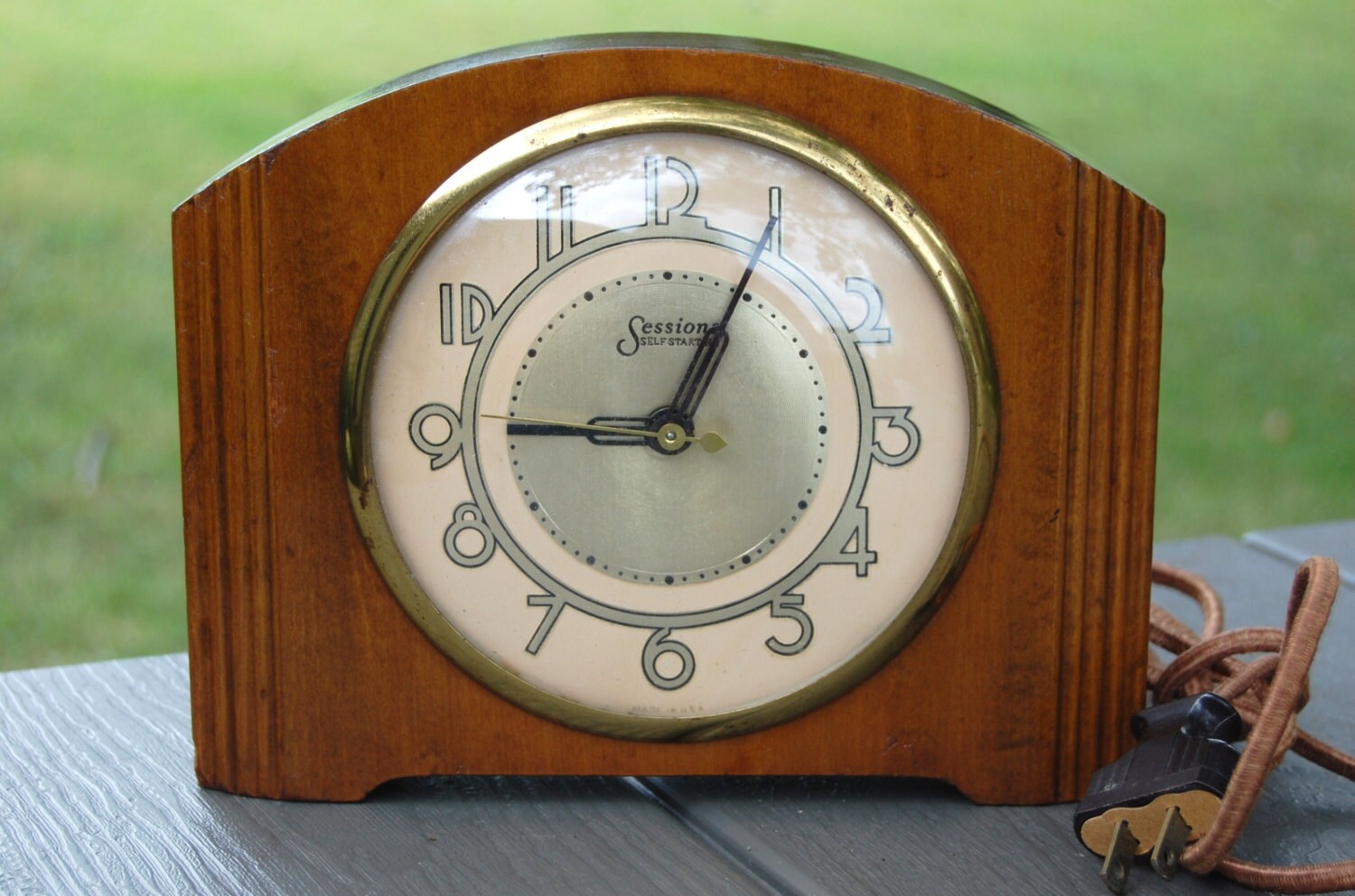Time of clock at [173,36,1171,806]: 9:04
